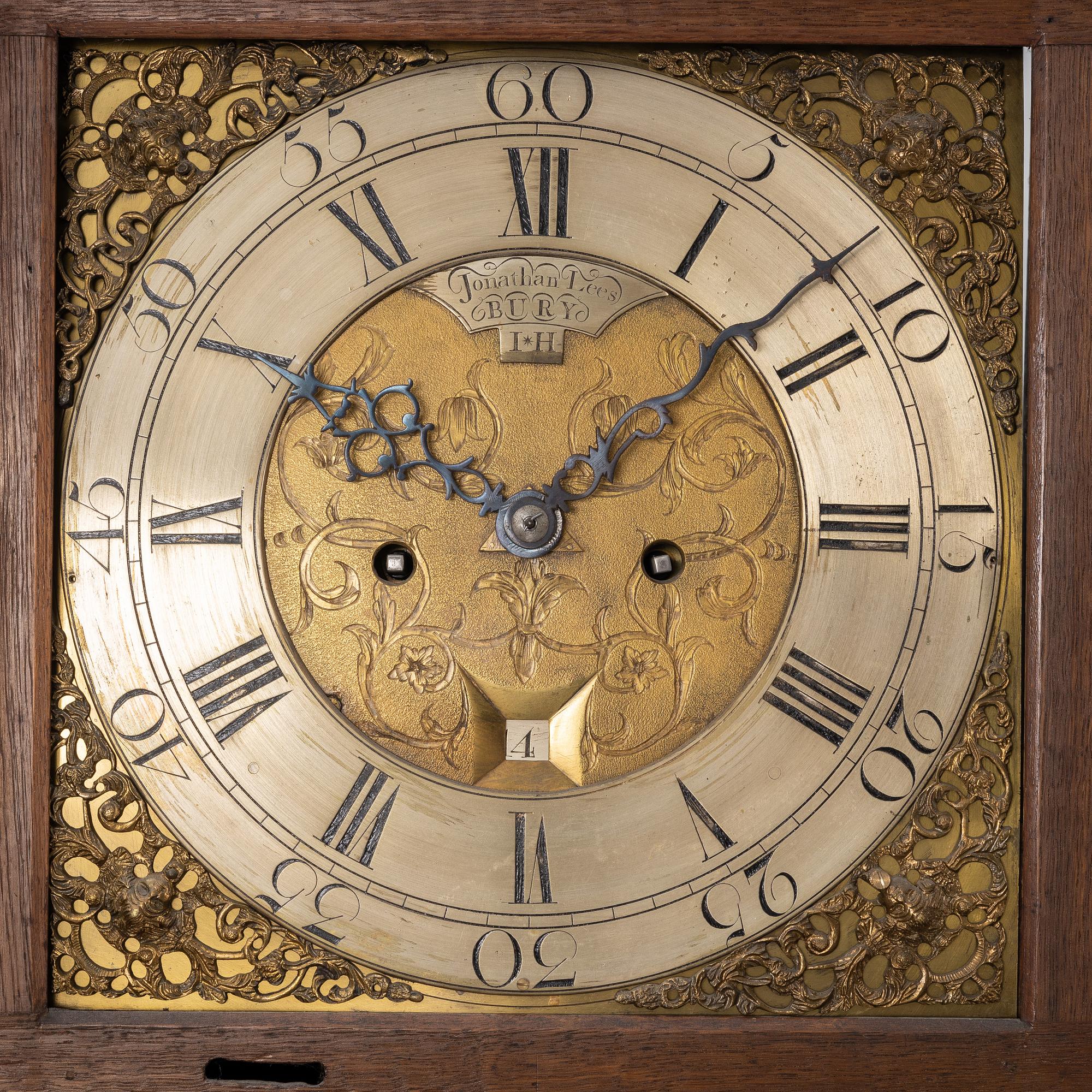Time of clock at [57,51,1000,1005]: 10:07
